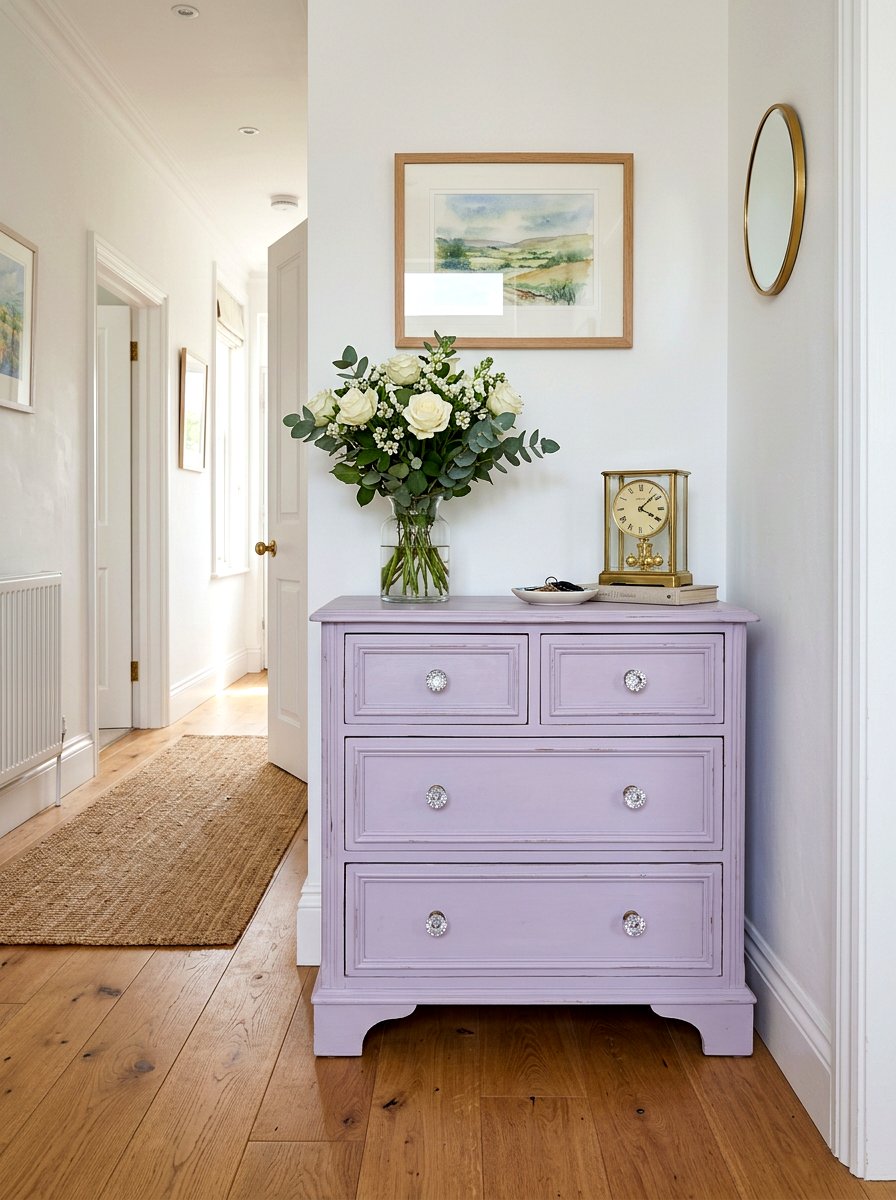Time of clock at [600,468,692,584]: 4:08
